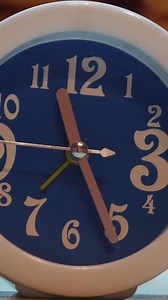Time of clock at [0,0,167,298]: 7:25
